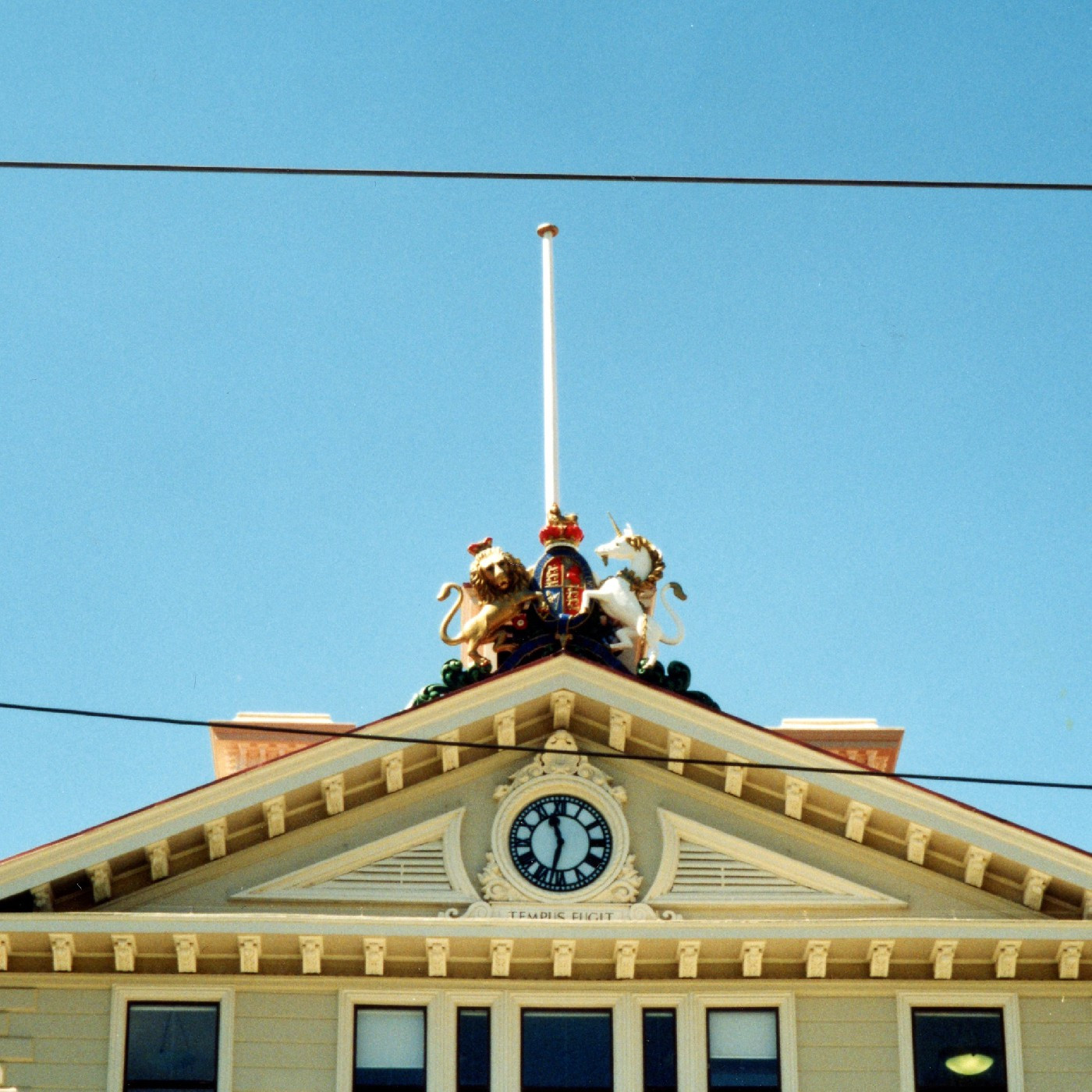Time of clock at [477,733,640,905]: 11:32
